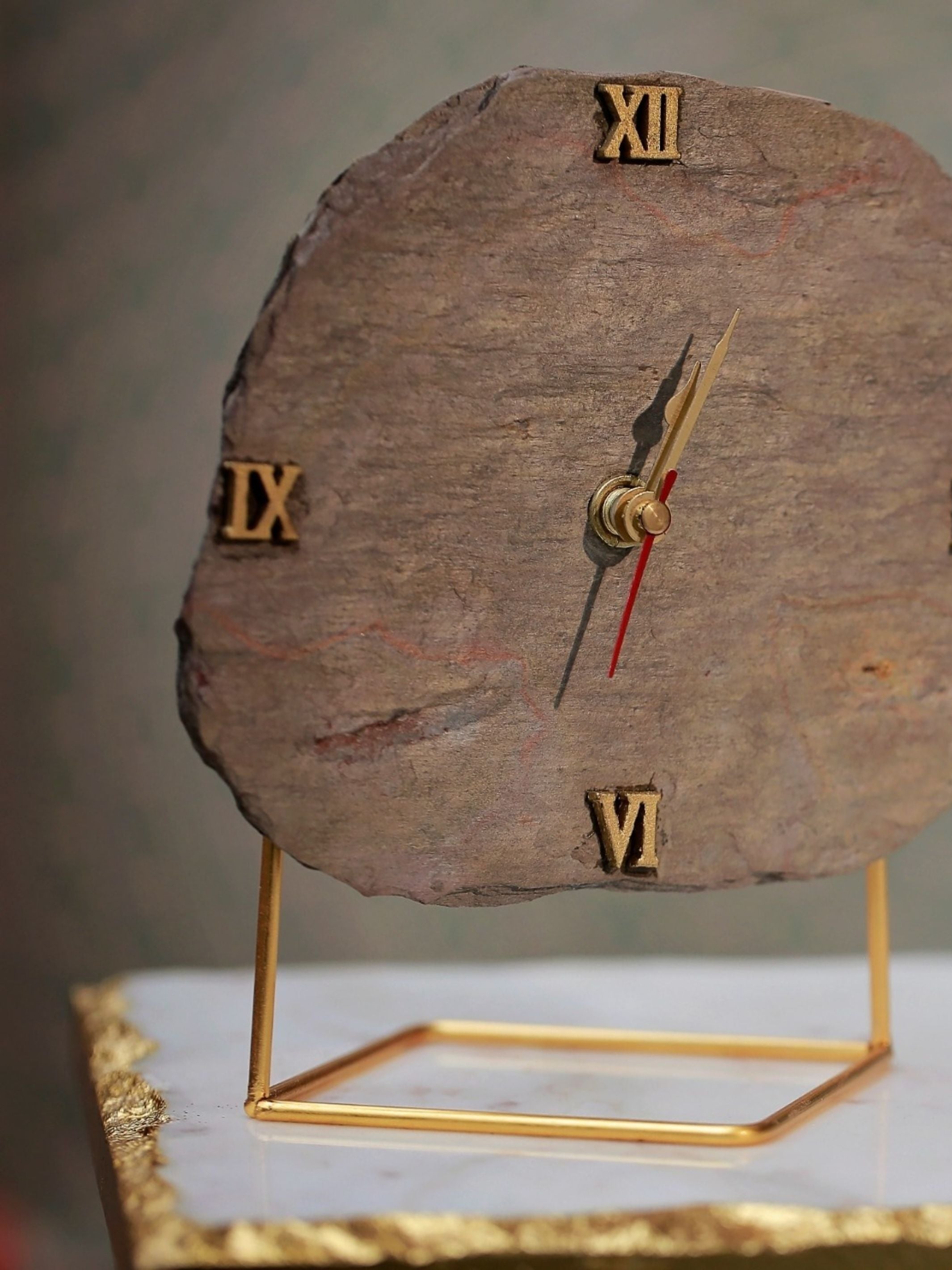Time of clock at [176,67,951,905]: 12:32
